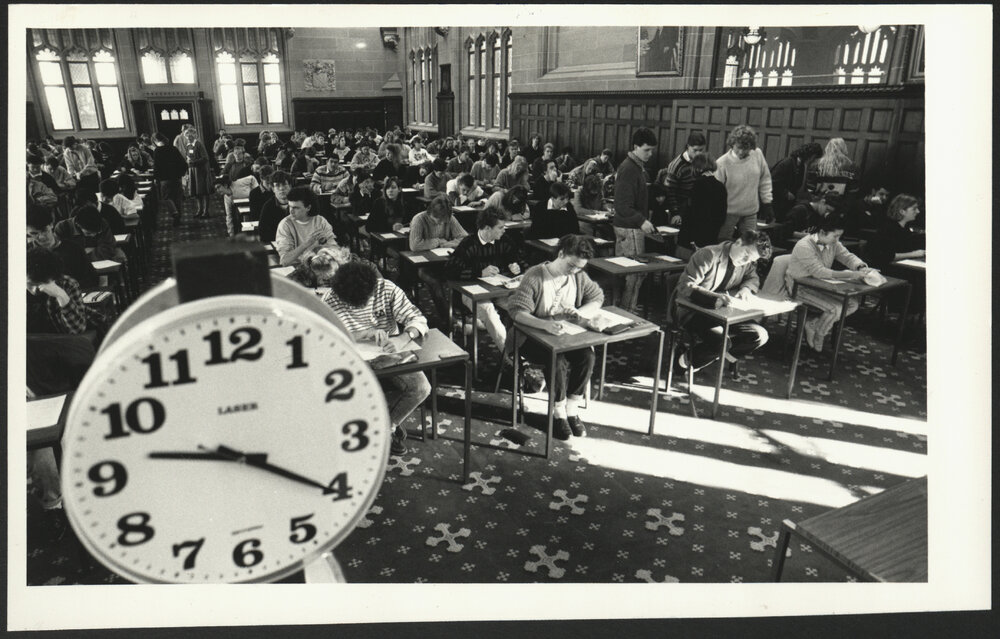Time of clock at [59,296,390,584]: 9:20
